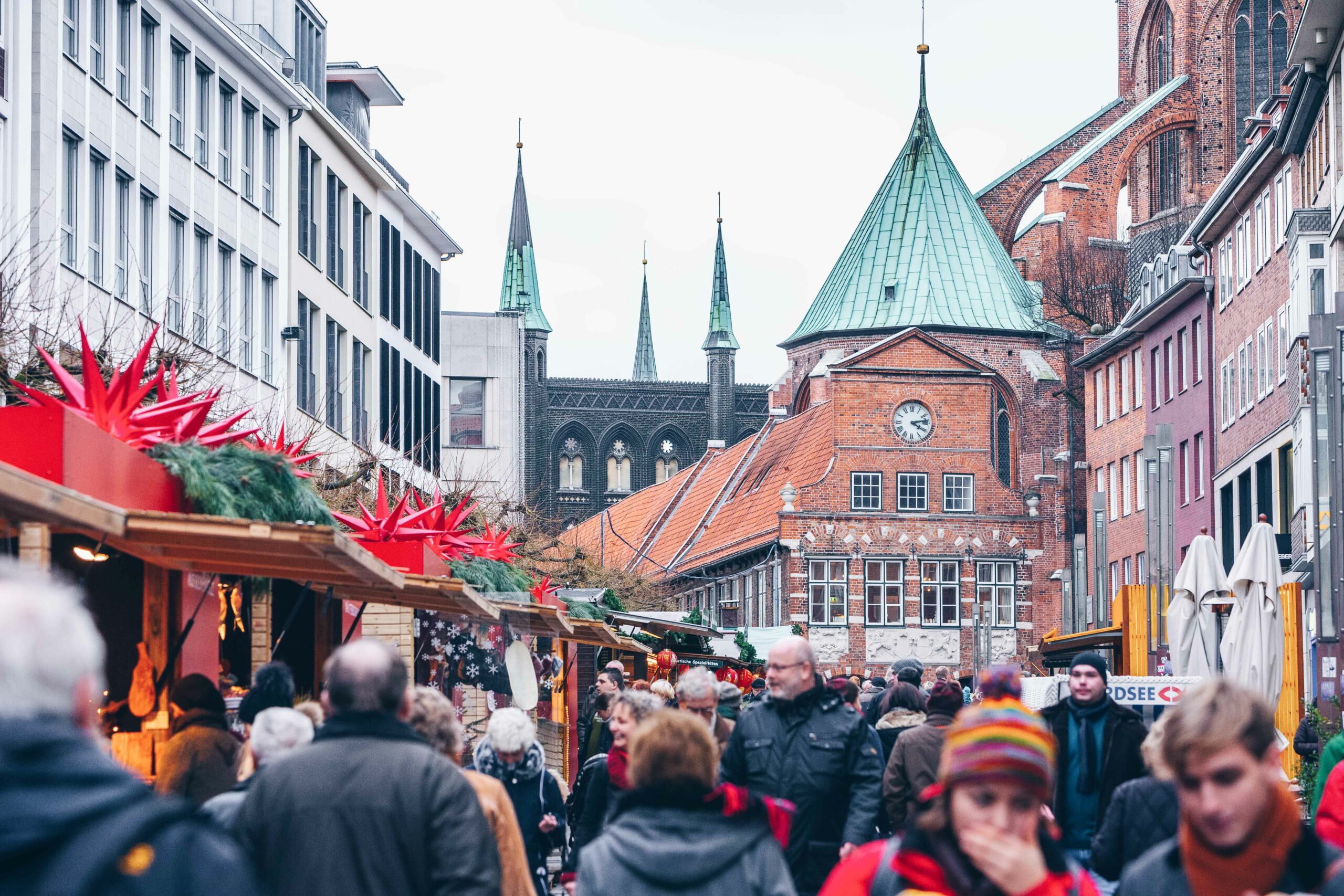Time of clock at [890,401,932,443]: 4:13
